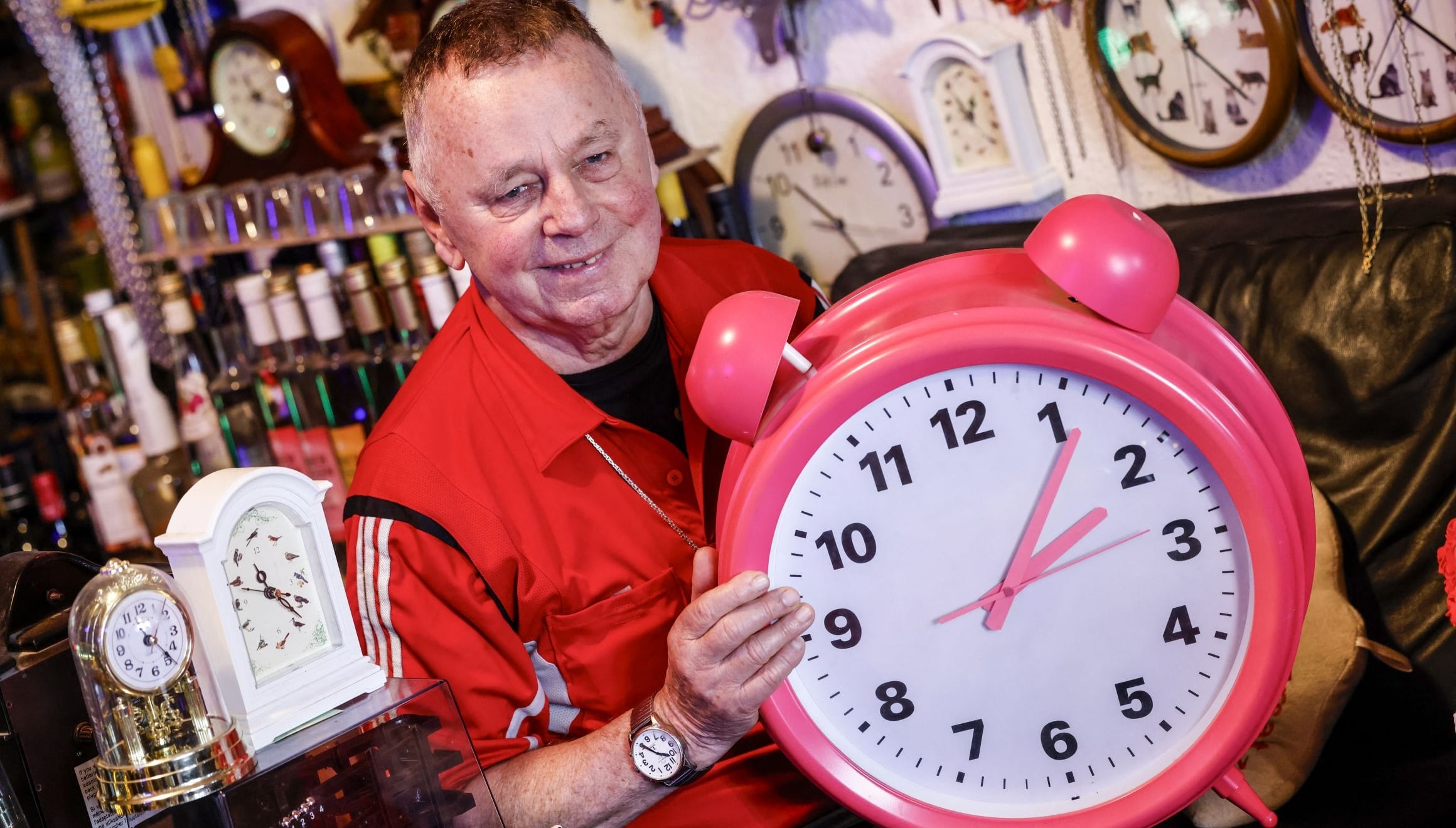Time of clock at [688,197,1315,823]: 2:06
